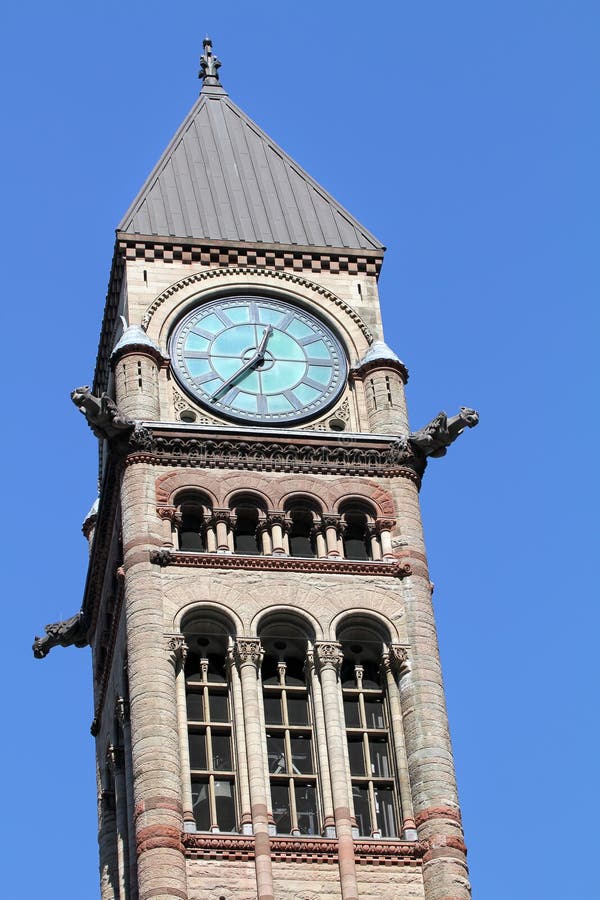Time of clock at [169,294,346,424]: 12:36
